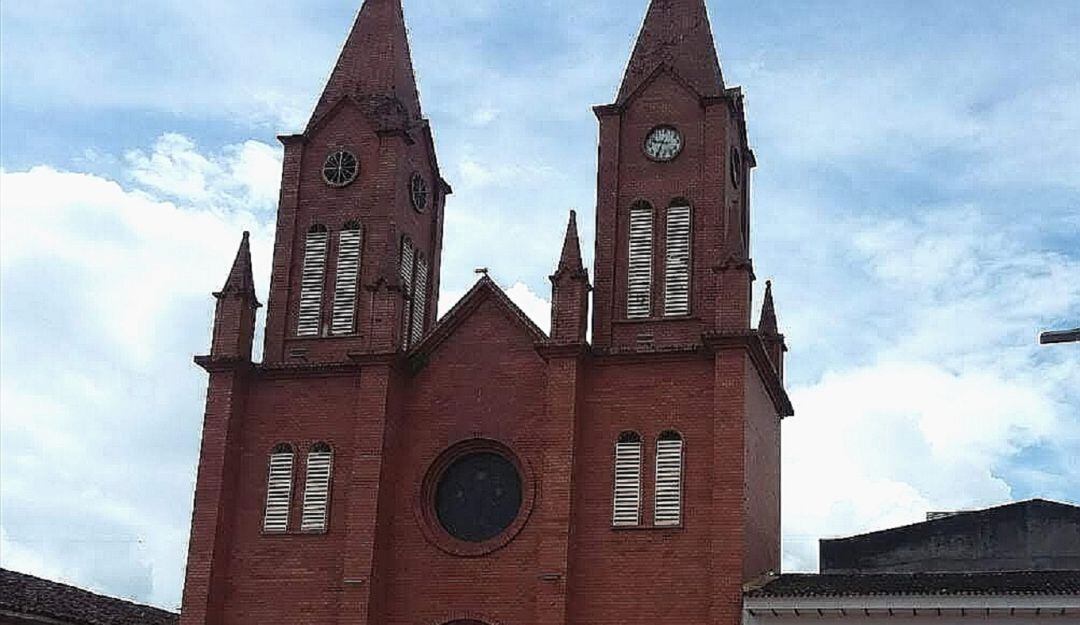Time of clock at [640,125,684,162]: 9:34
